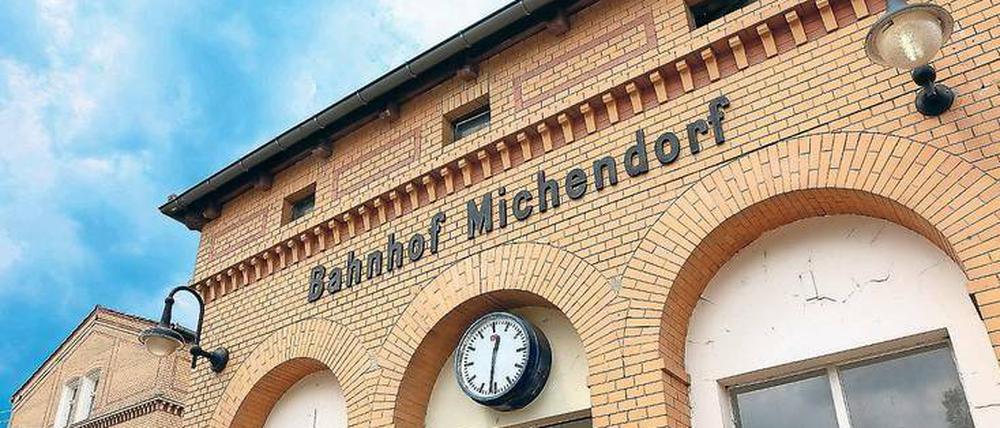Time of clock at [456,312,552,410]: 12:31
